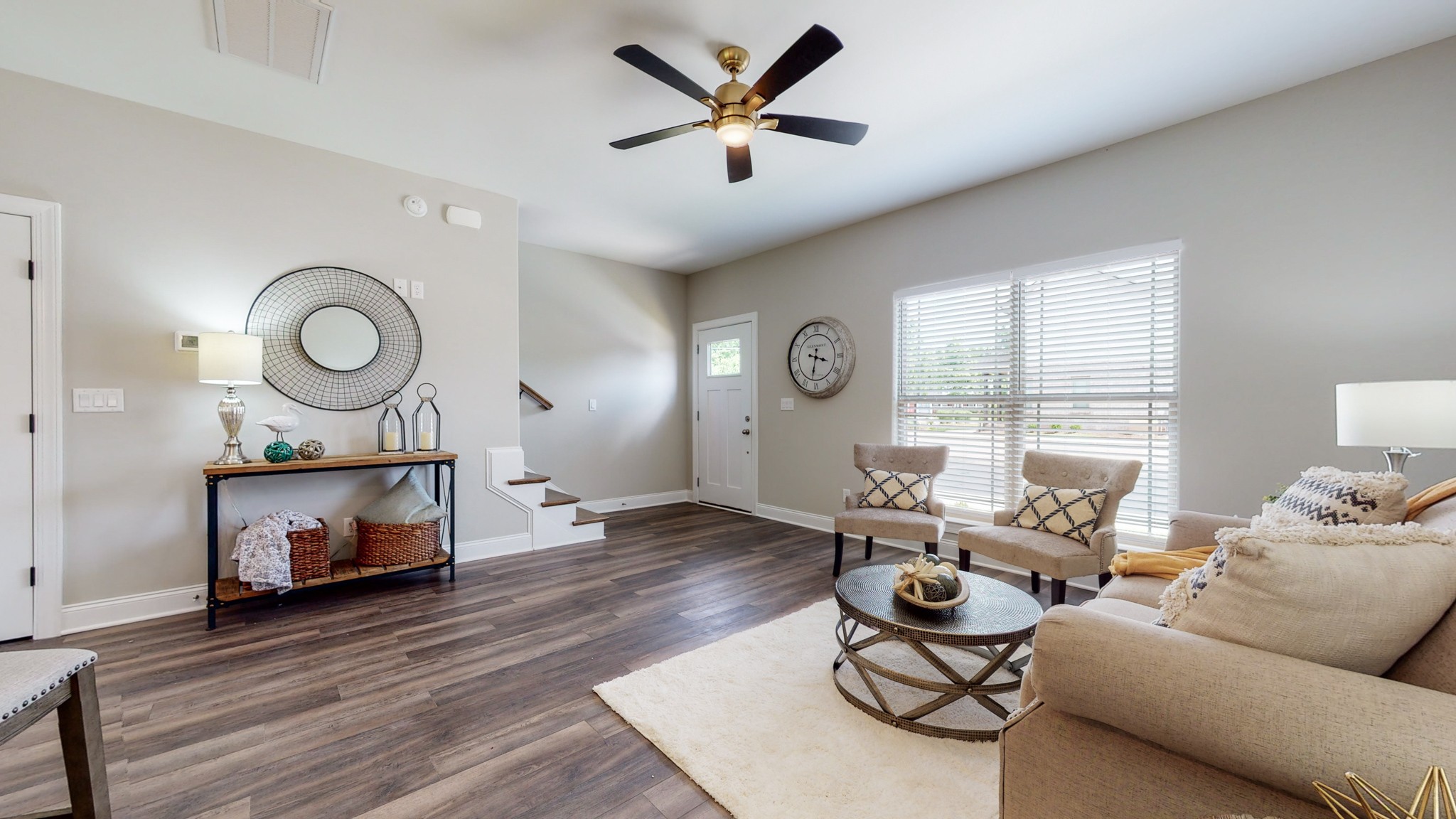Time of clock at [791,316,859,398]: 3:32
